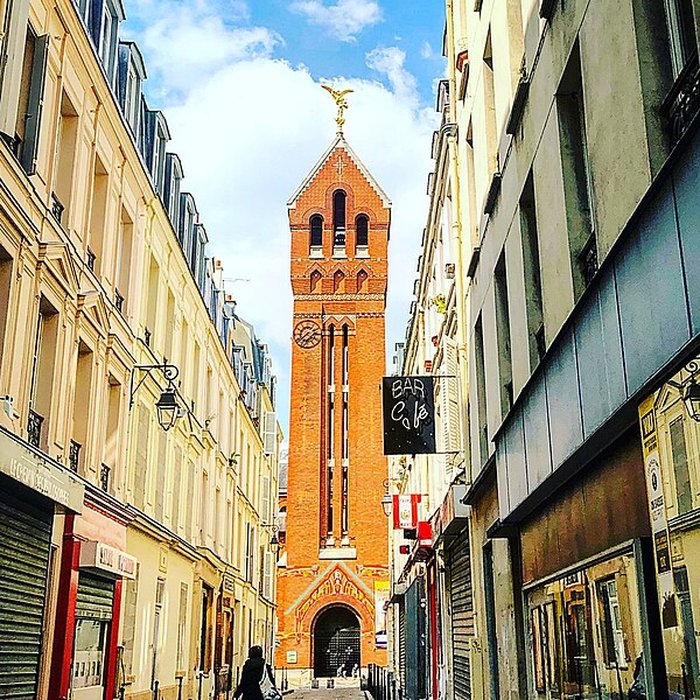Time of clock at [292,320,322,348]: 7:38
